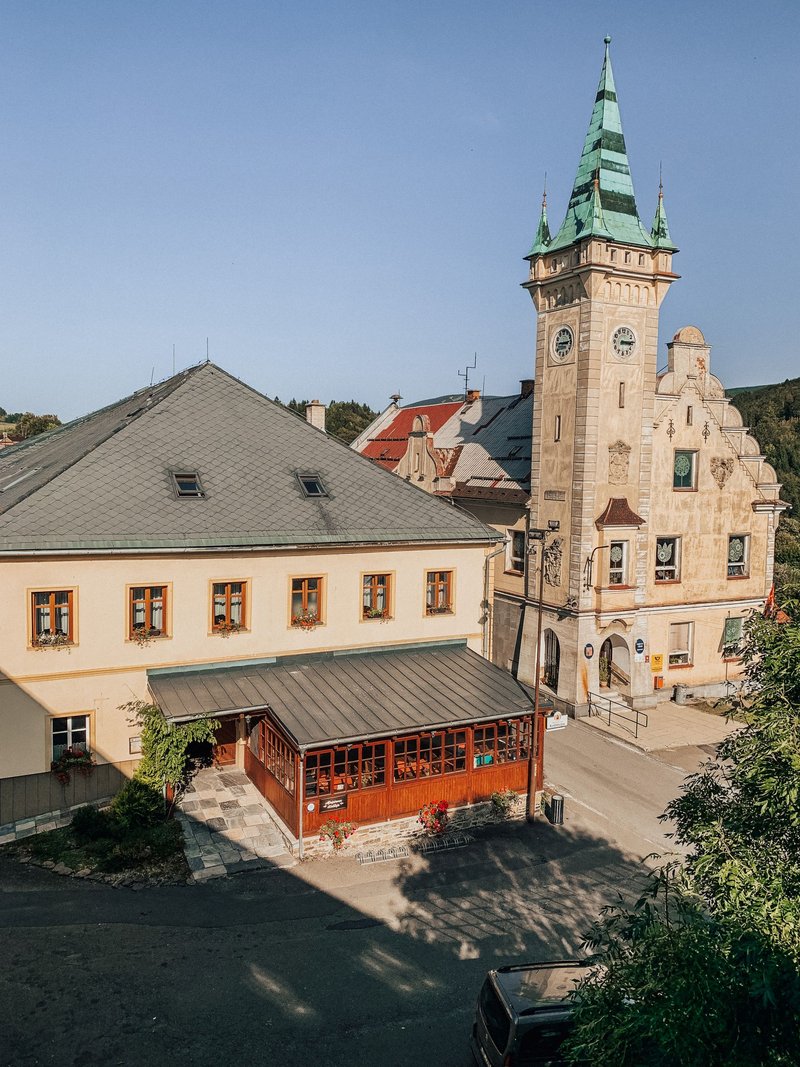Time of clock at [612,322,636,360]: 3:14
